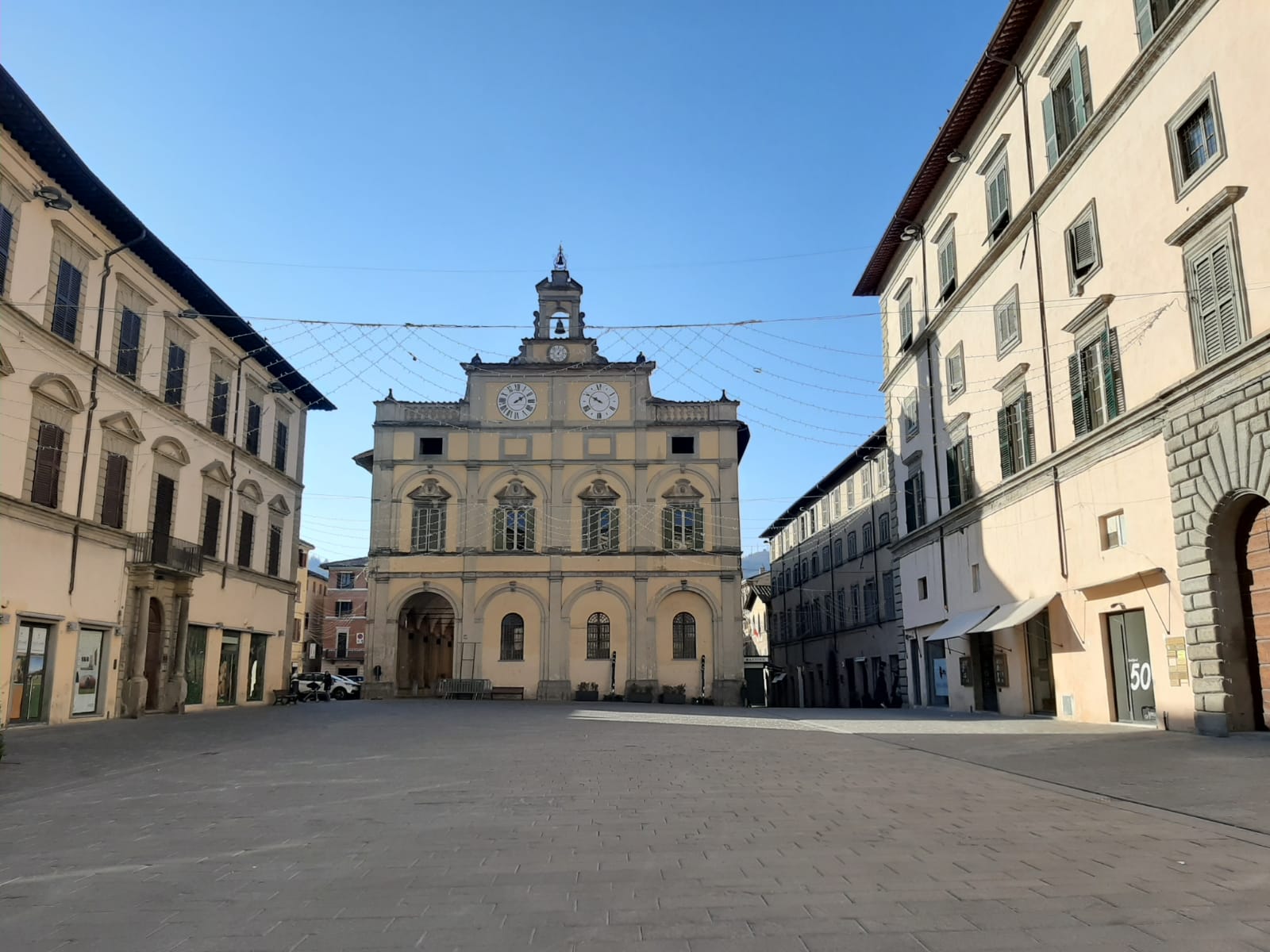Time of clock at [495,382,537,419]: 2:09
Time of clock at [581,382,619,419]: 9:50
